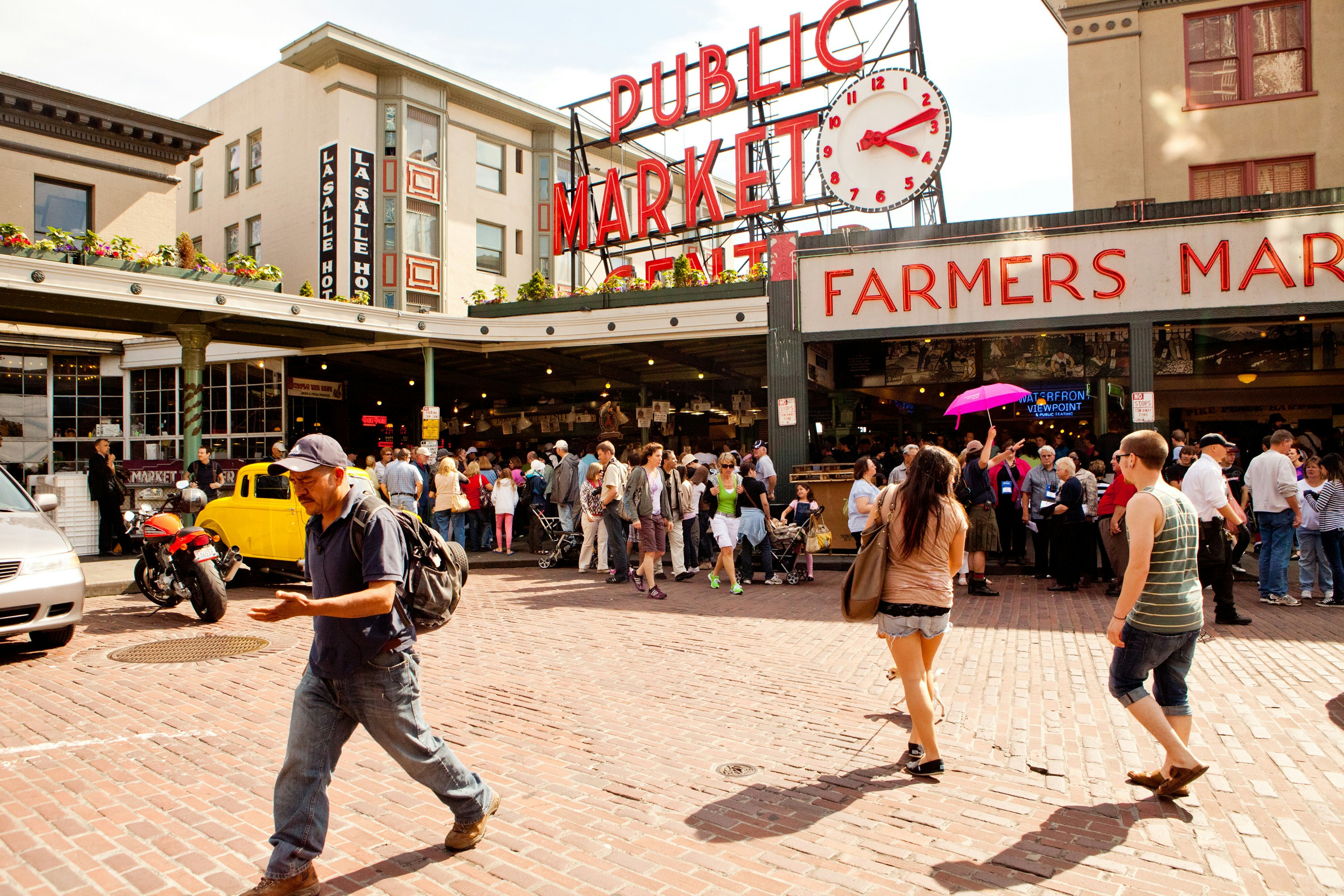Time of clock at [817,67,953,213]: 4:12
